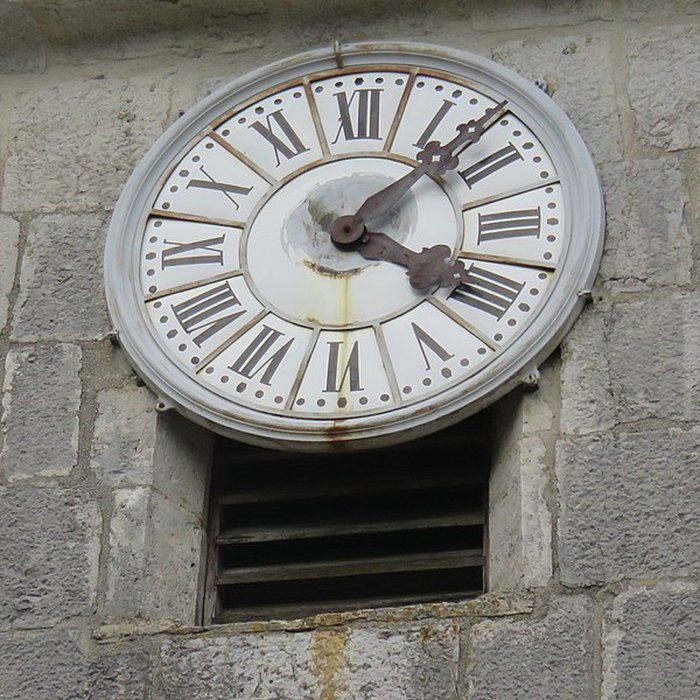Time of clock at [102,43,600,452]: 4:07
